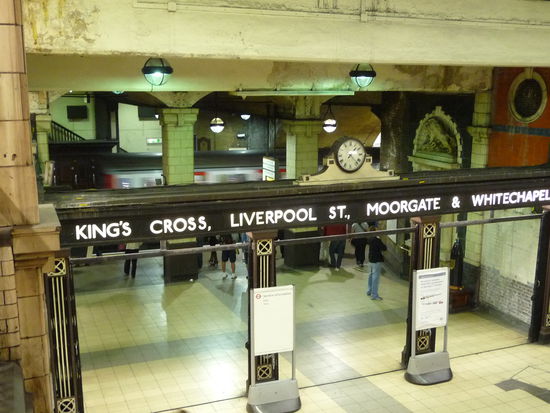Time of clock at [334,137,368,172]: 7:22
